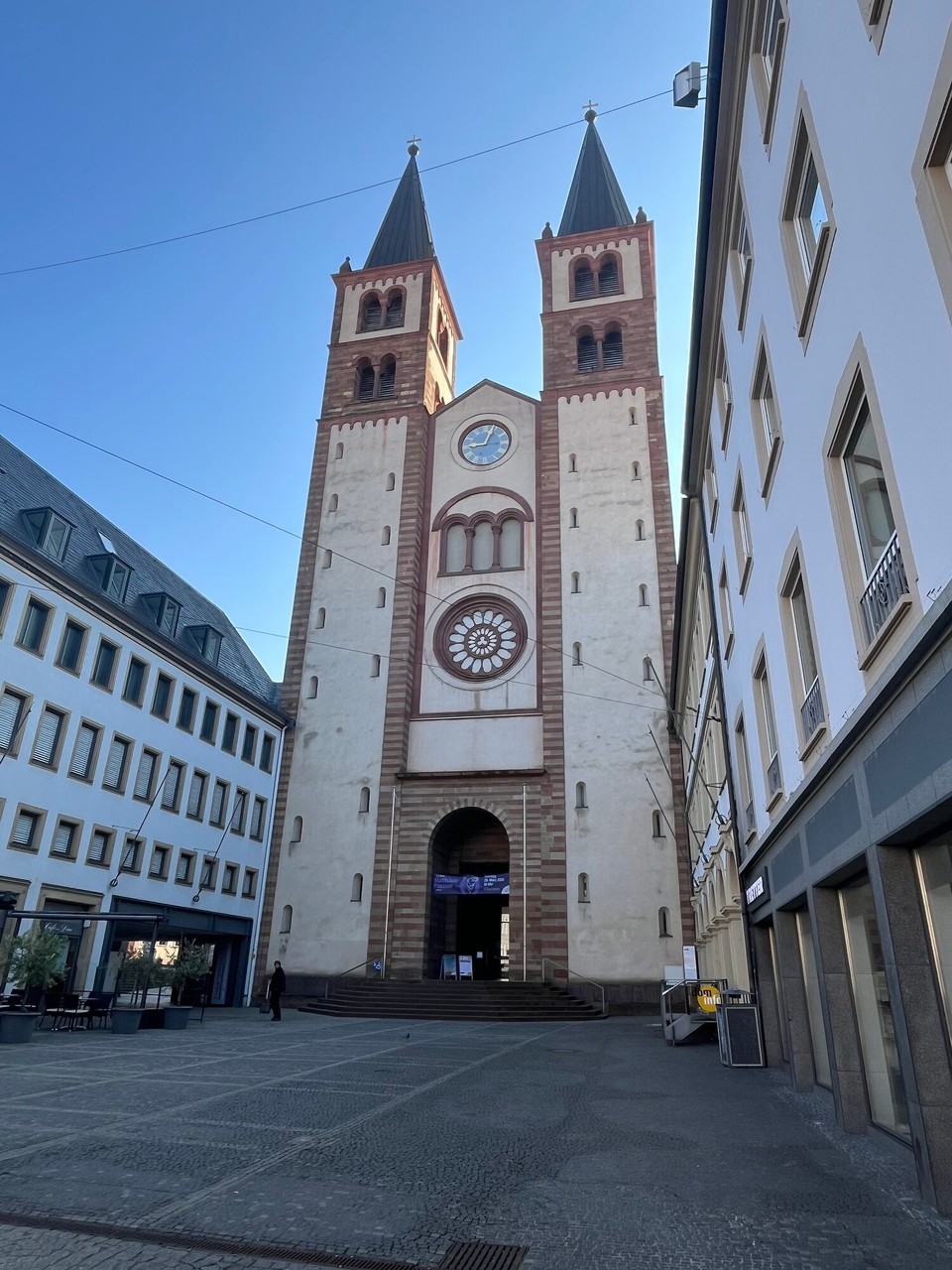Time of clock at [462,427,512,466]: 9:03
